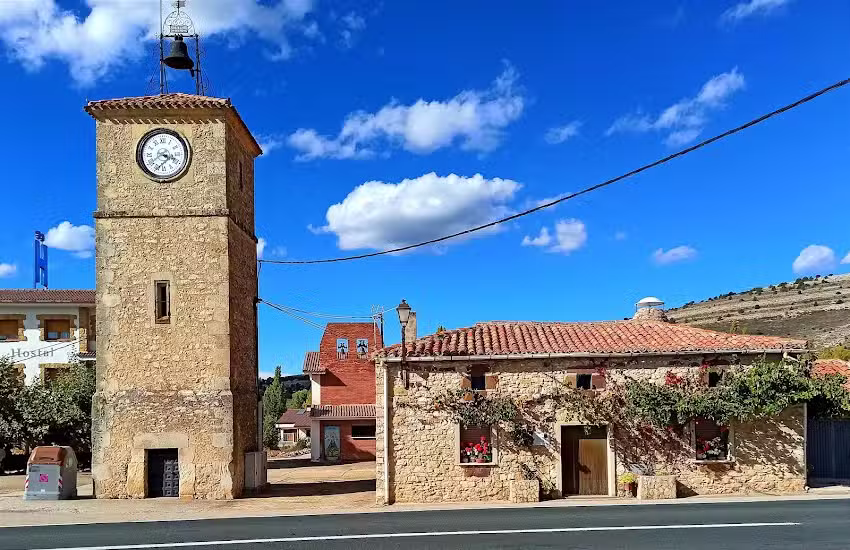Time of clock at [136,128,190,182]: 3:39
